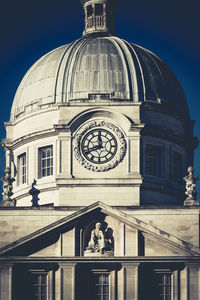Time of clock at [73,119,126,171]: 11:41
